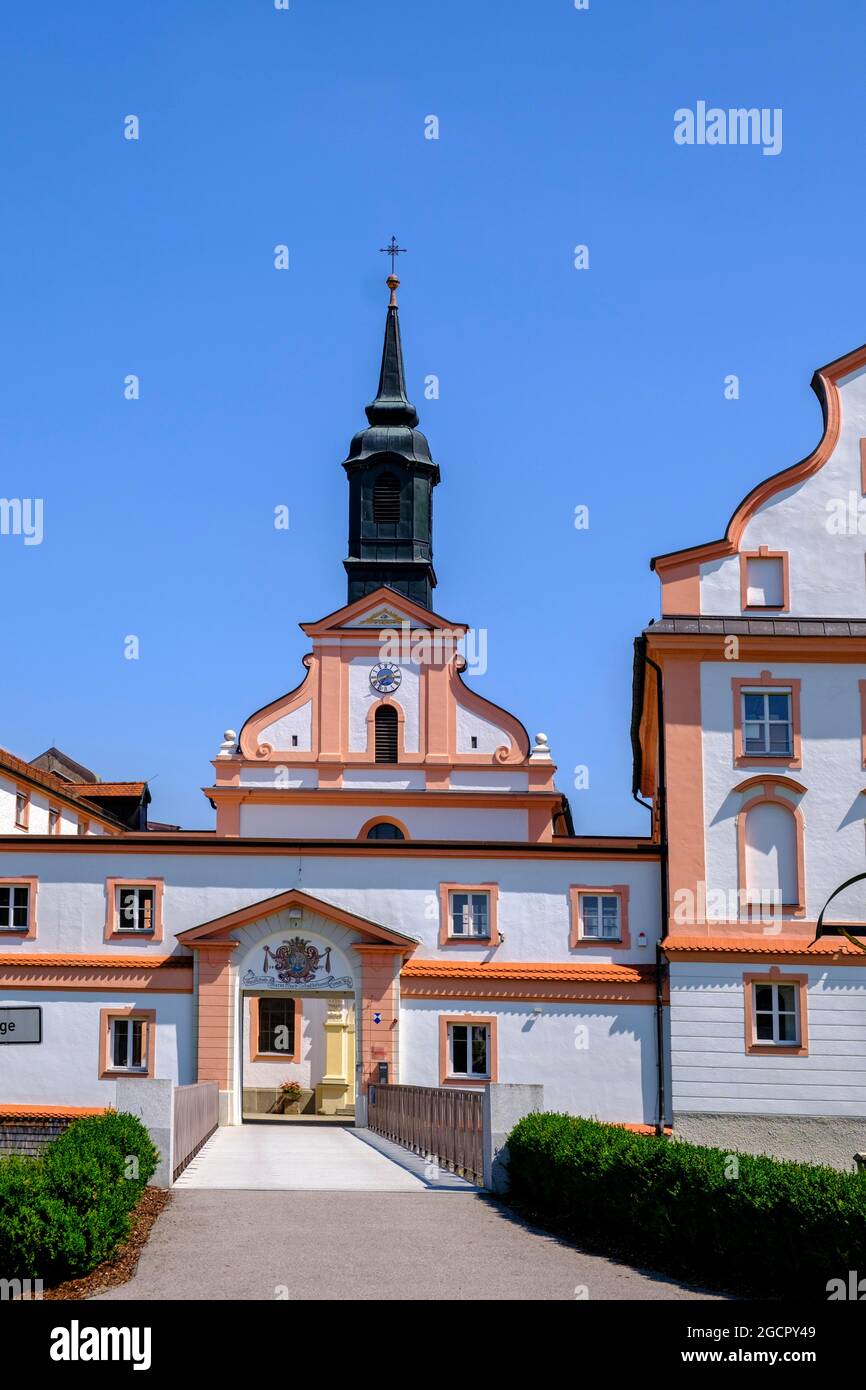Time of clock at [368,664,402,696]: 7:15
